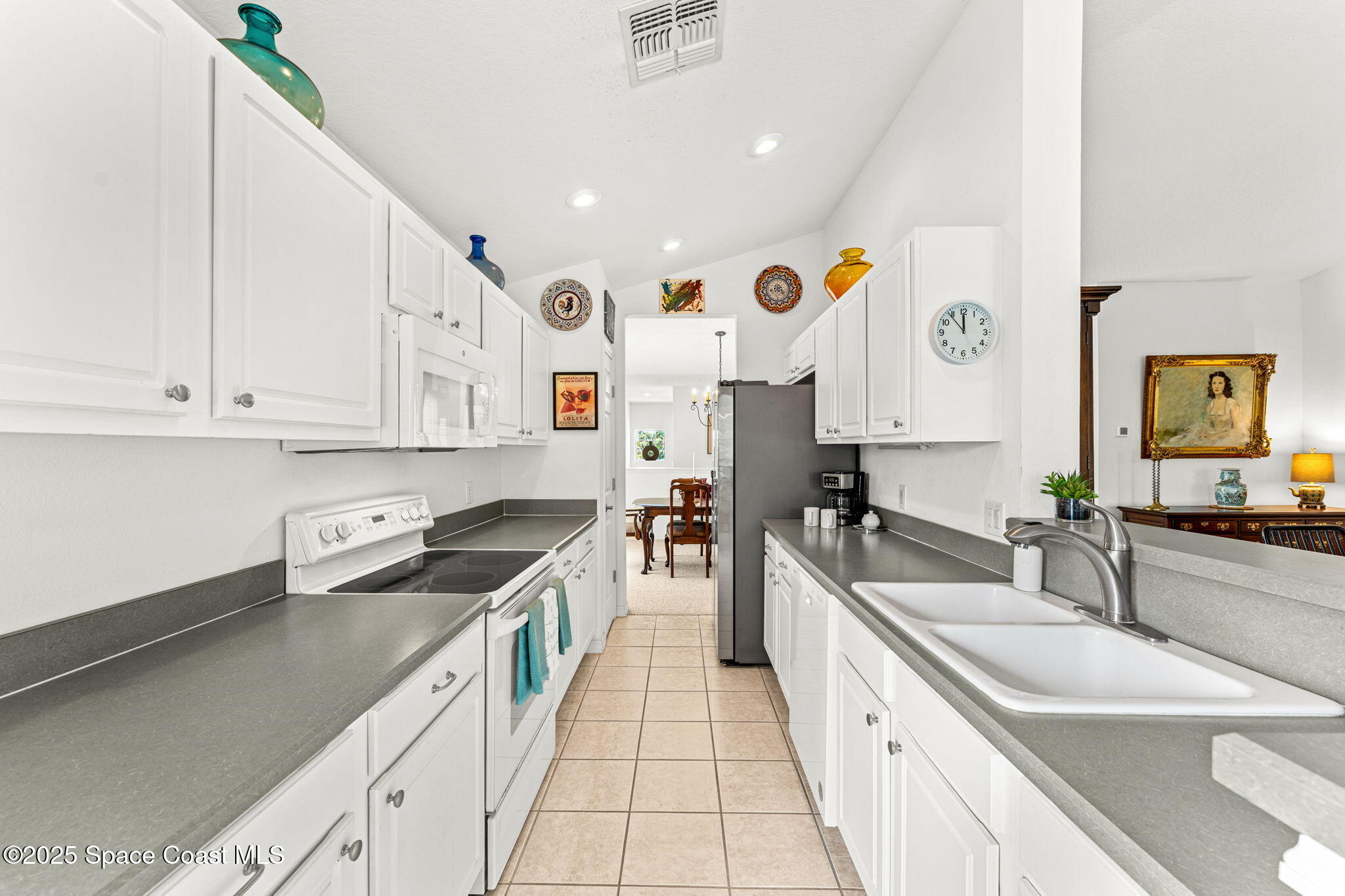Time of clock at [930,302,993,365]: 11:53
